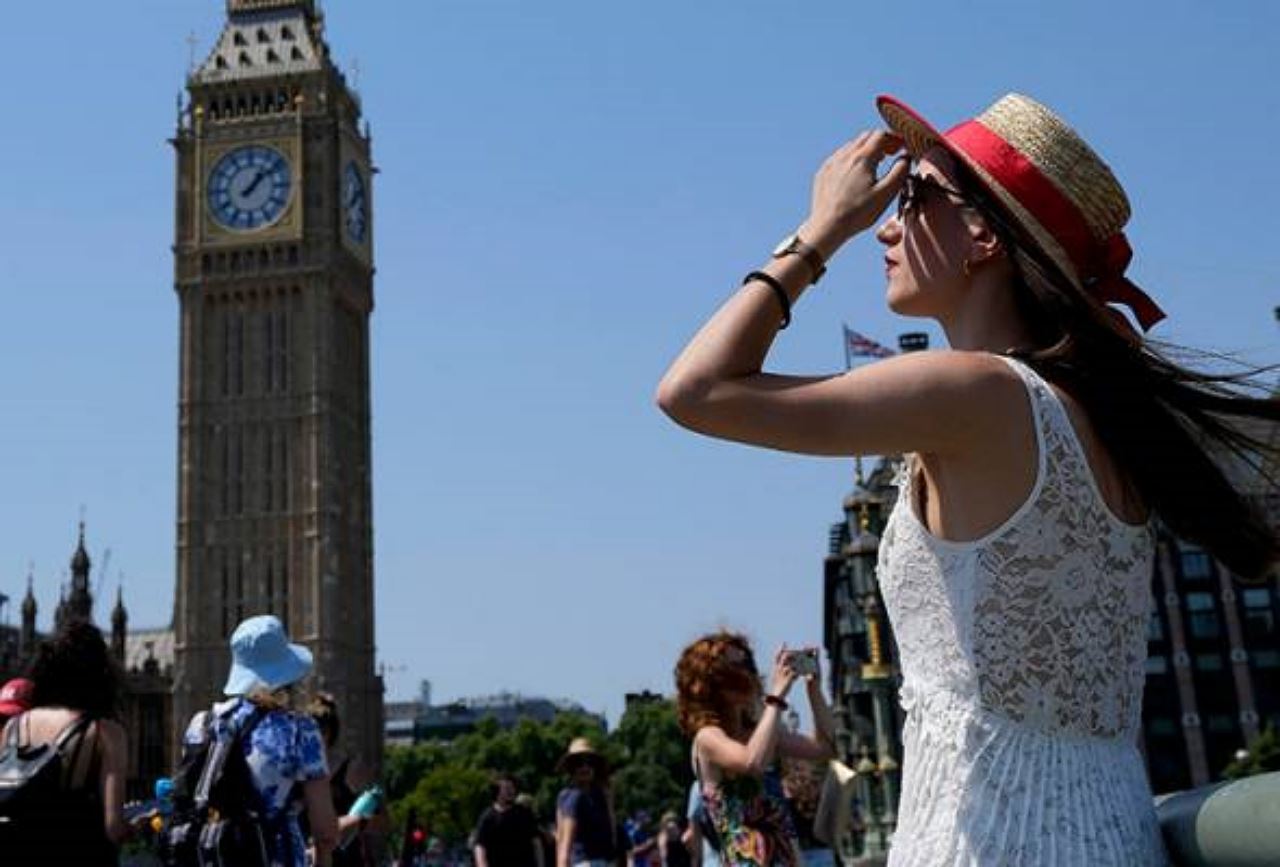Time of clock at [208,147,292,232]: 1:08
